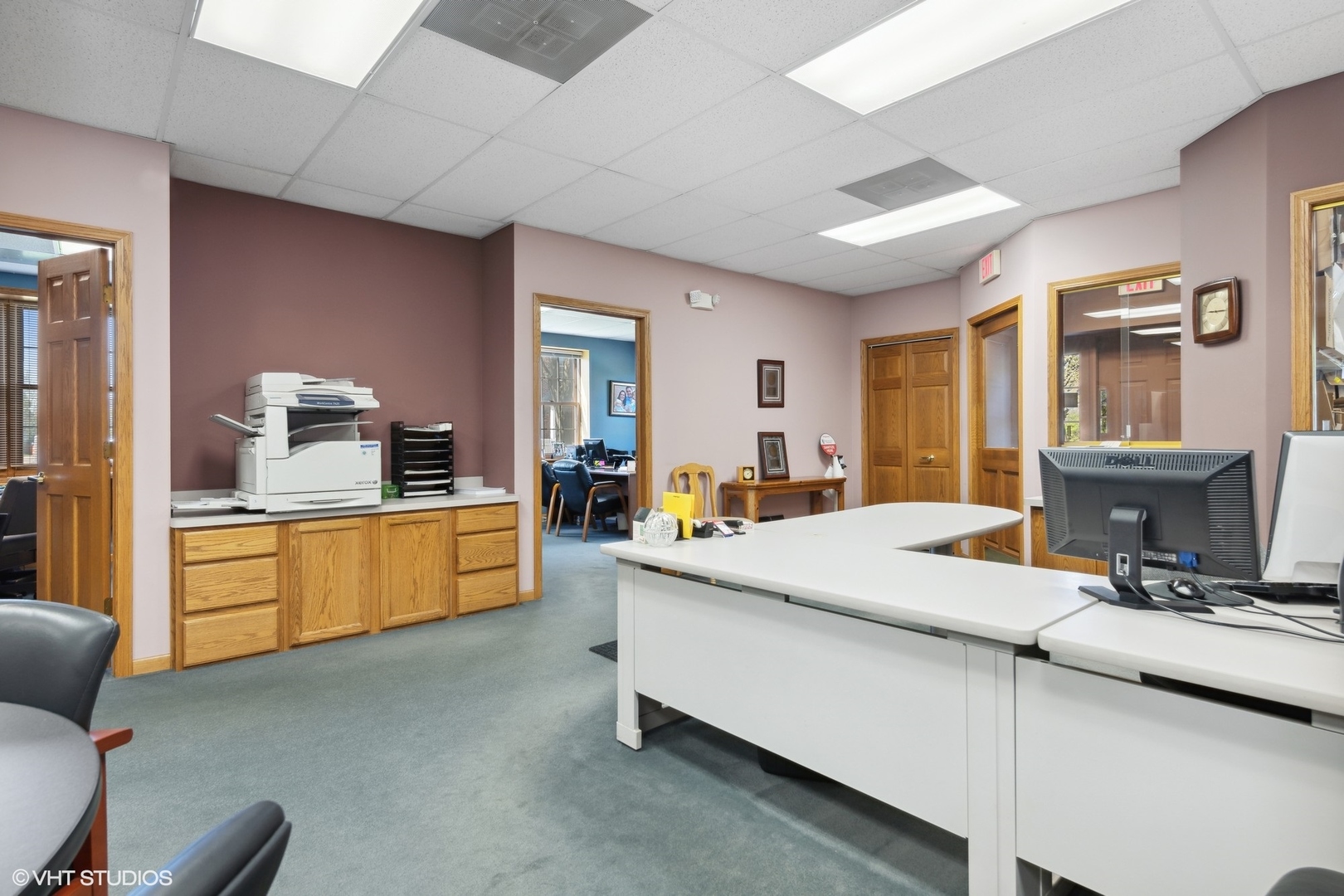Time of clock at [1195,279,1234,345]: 9:16
